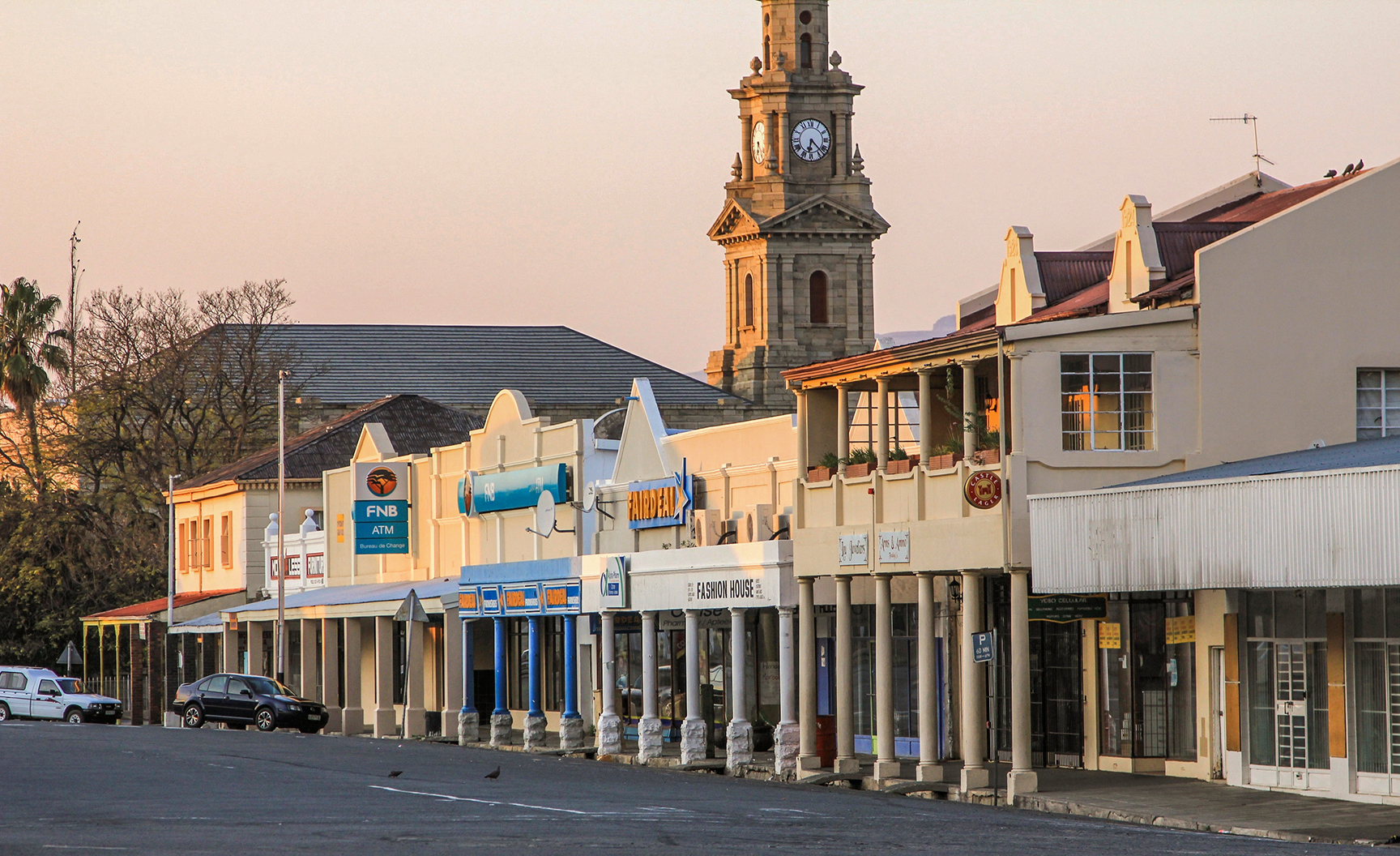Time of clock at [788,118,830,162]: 6:22
